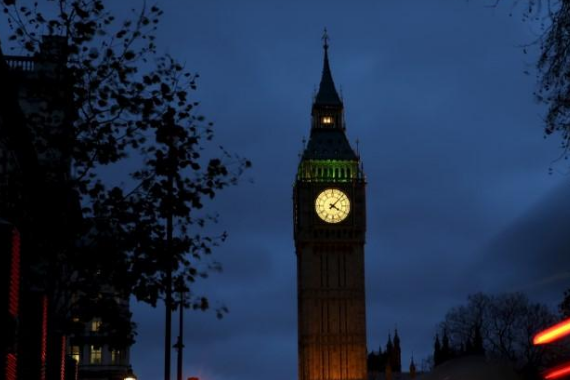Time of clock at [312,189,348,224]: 4:07
